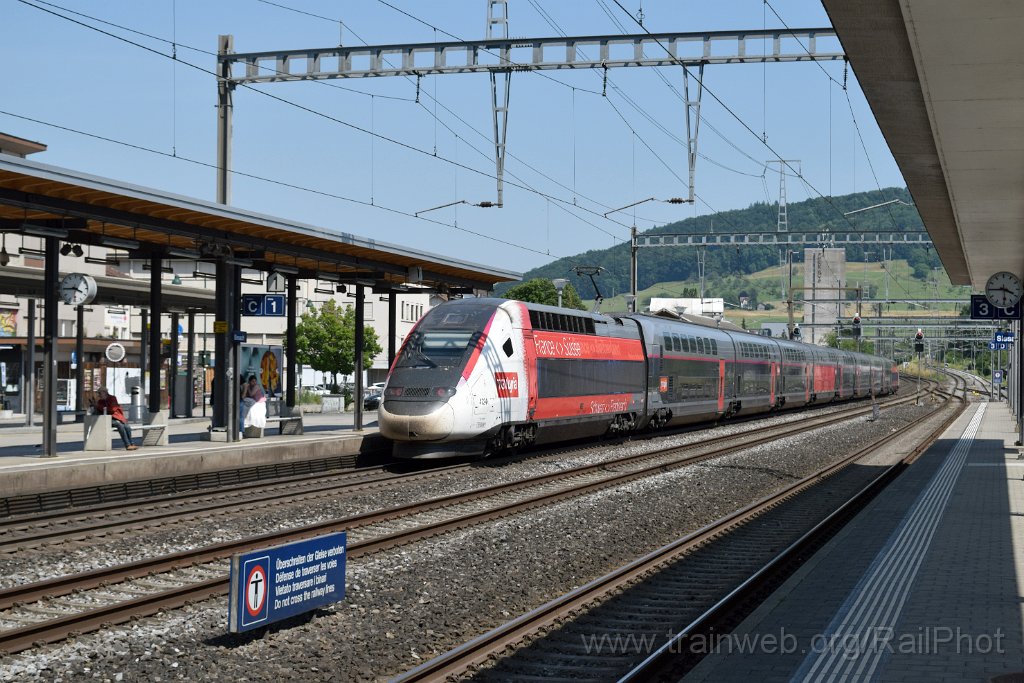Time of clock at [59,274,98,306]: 3:44
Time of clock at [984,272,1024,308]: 3:45
